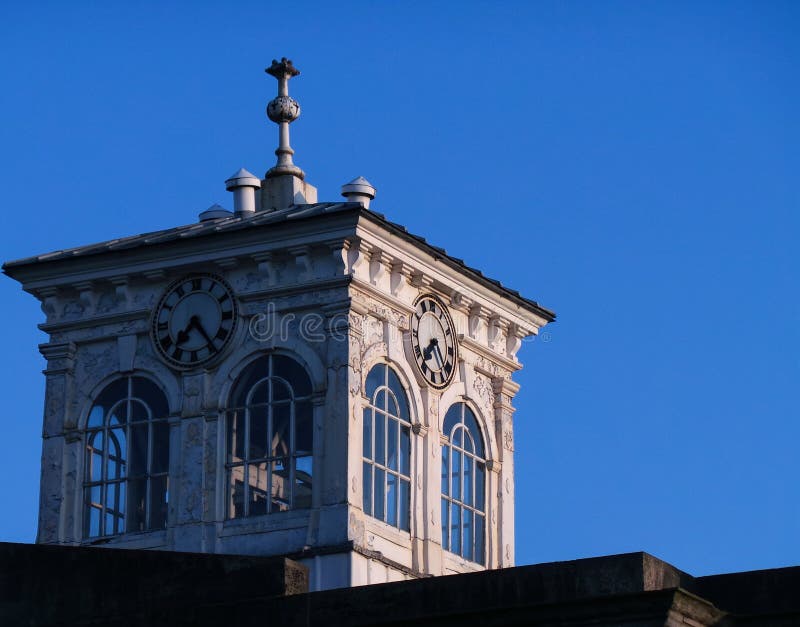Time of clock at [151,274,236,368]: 7:24
